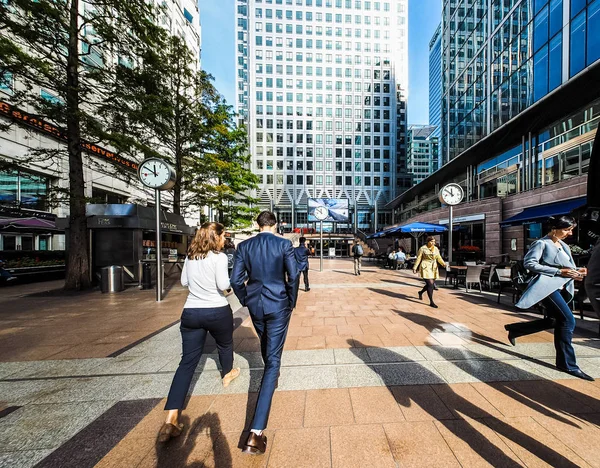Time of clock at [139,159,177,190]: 11:50
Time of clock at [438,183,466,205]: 11:50
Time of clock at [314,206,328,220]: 11:52
